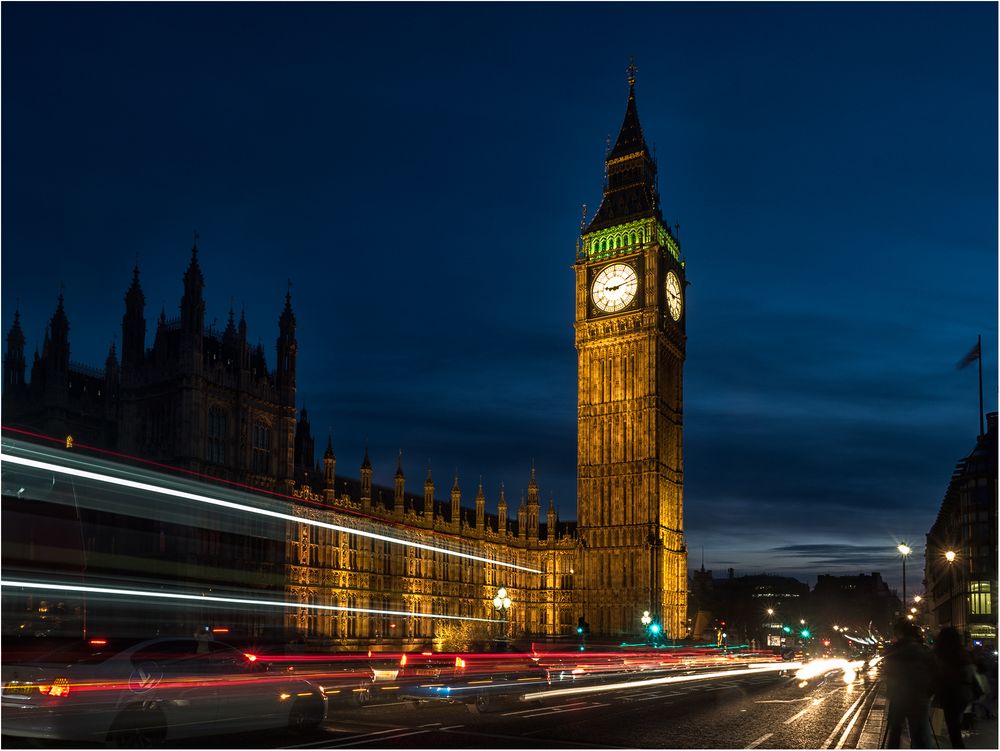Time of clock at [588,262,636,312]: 9:12
